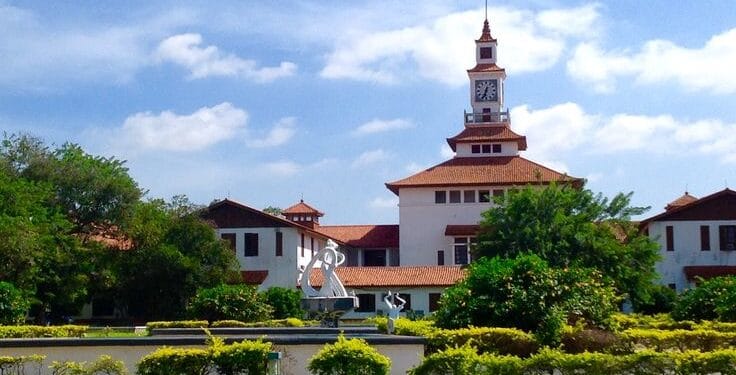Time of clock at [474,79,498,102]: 12:33
